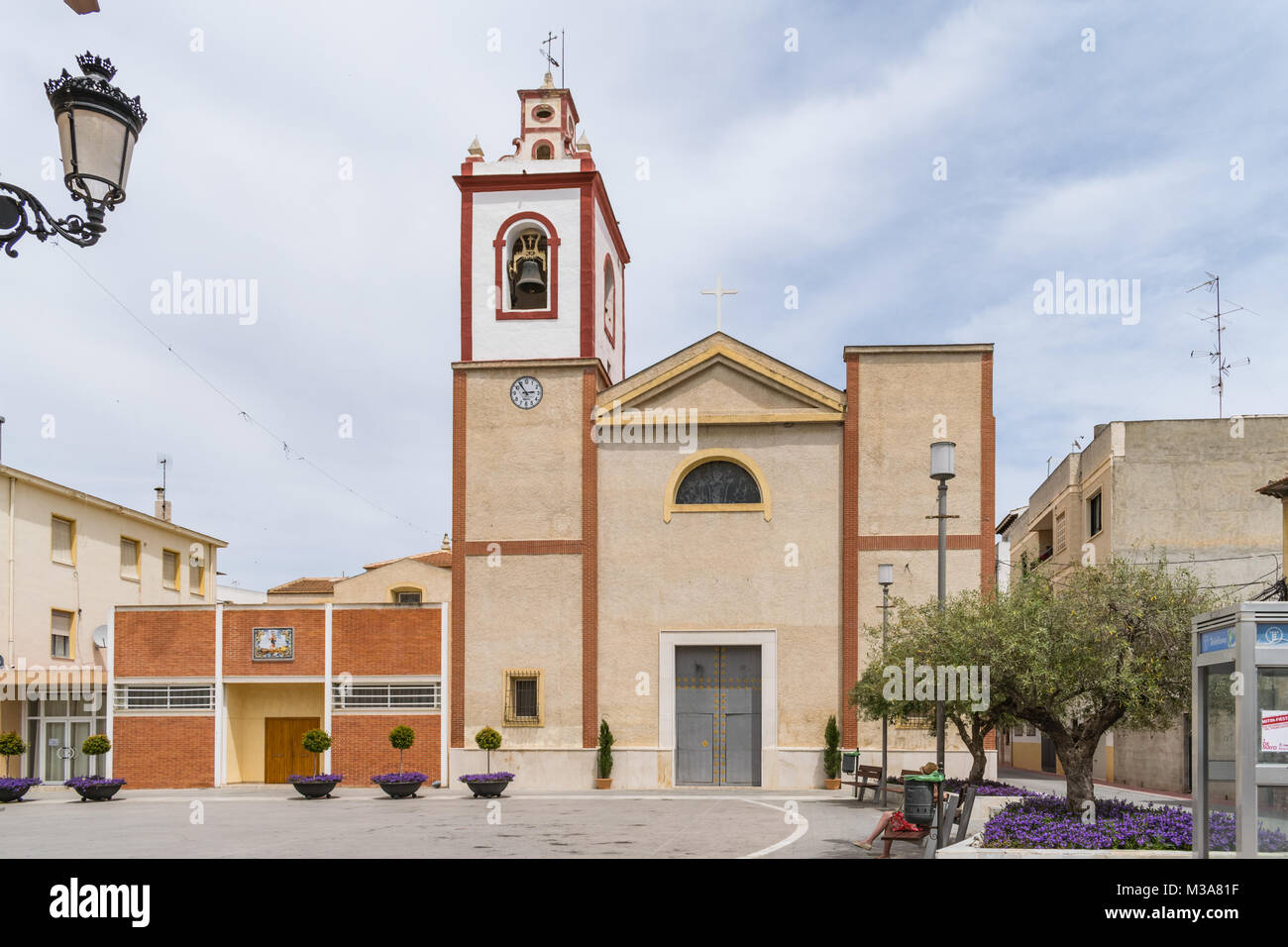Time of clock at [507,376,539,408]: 2:54
